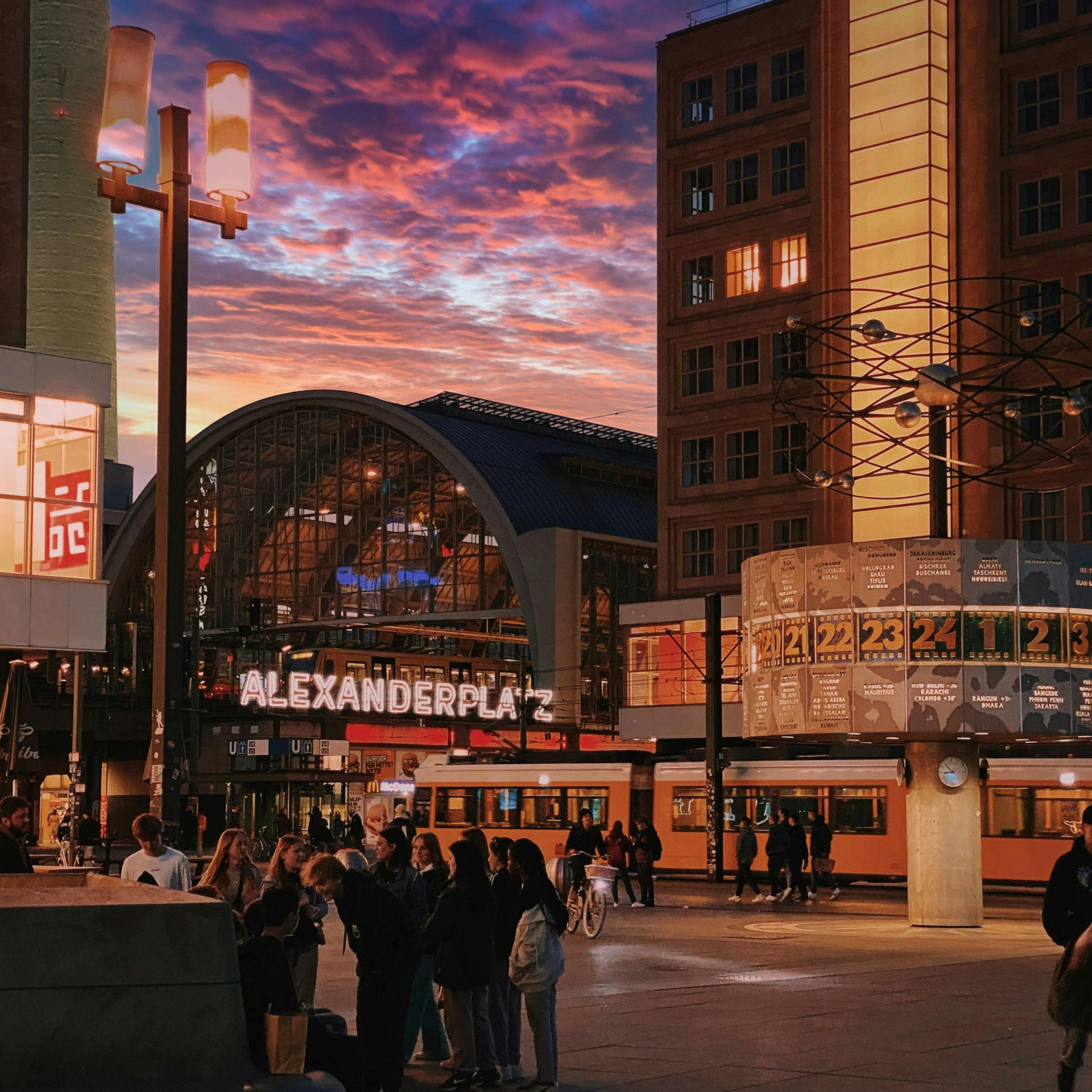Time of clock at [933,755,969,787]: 8:53
